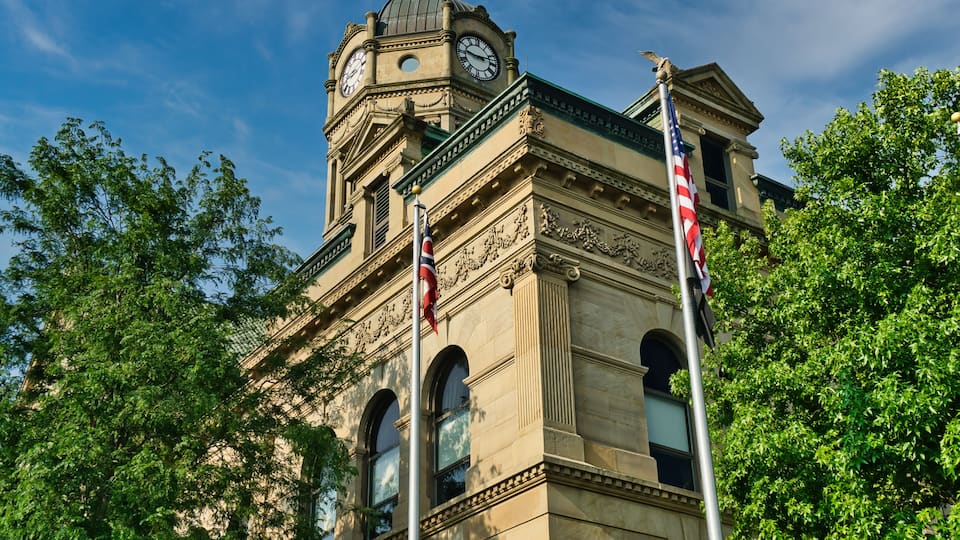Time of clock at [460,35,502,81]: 9:12
